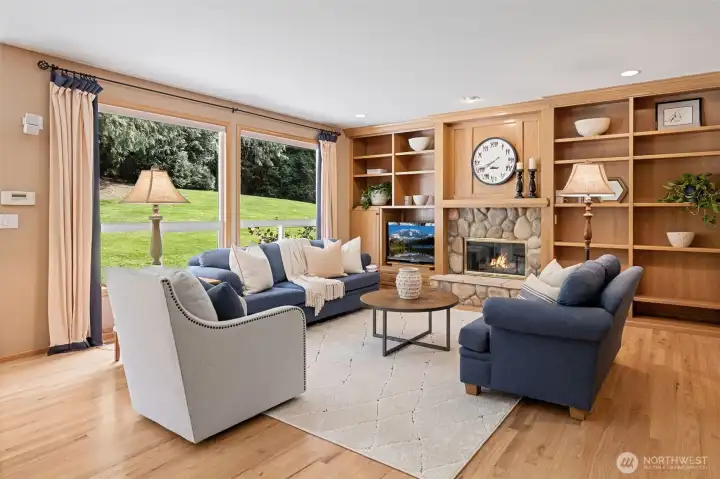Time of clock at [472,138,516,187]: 7:40
